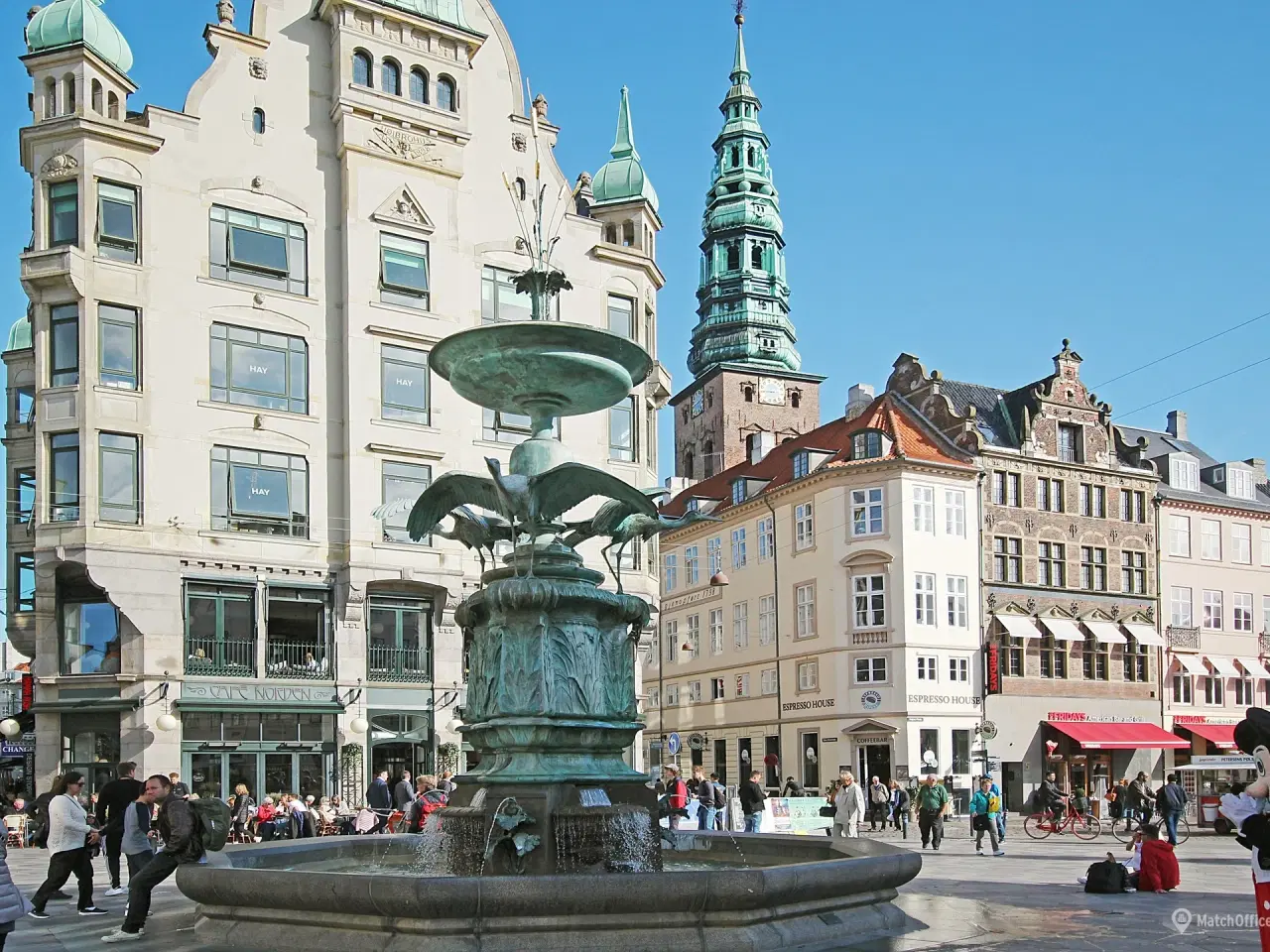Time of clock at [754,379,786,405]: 8:45
